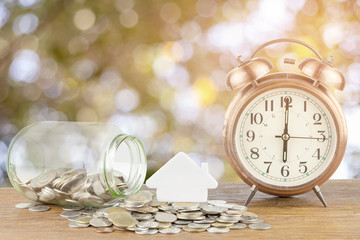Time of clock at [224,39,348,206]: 6:00
